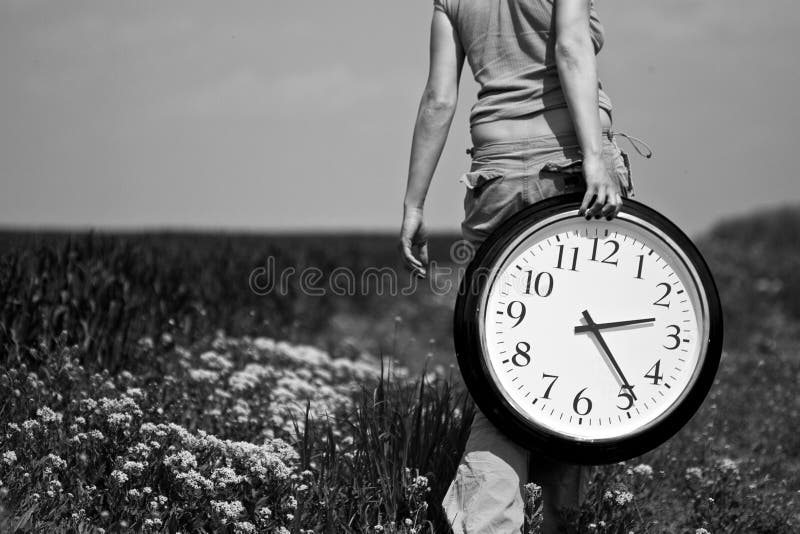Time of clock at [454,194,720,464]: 2:23
